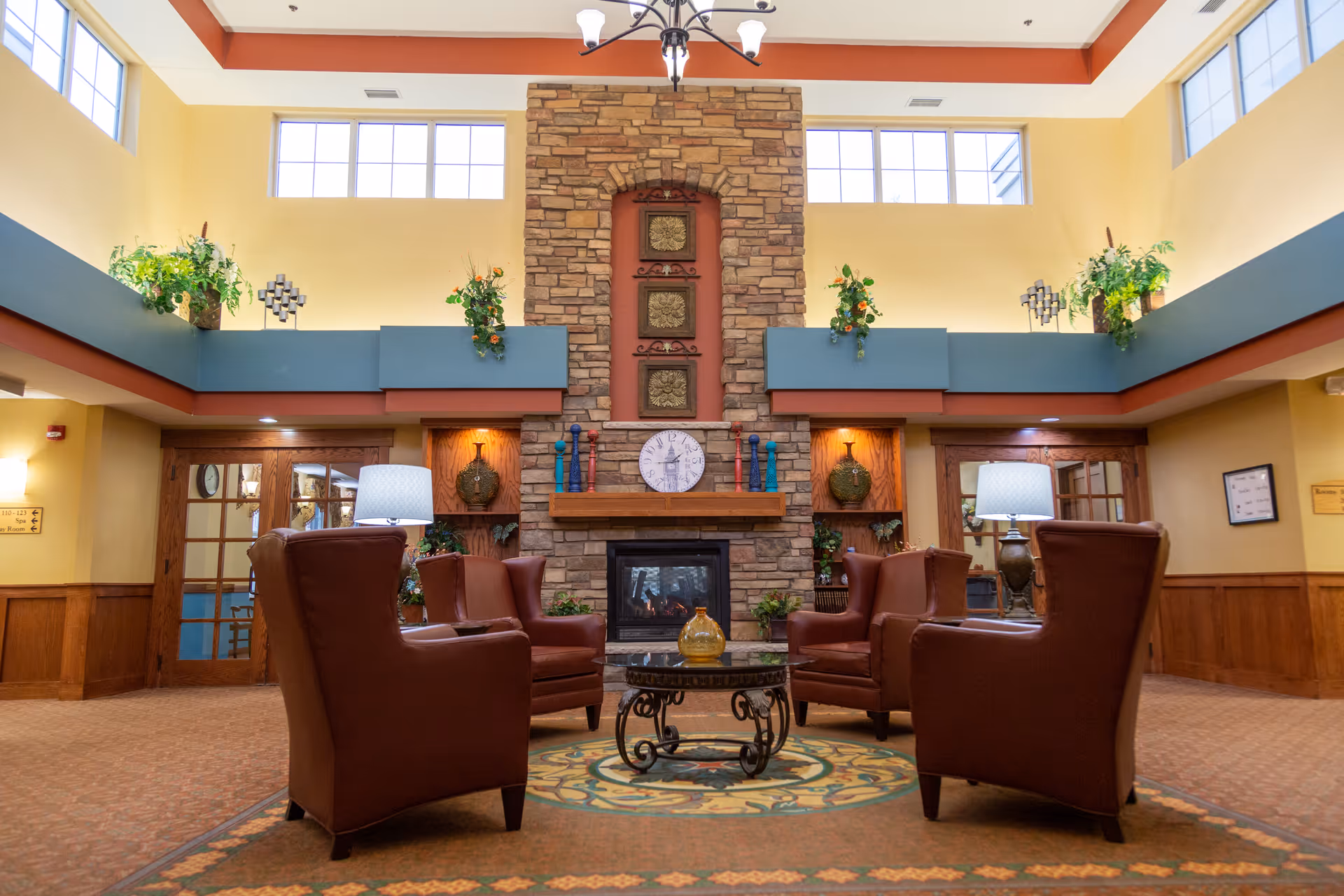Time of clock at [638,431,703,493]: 1:44
